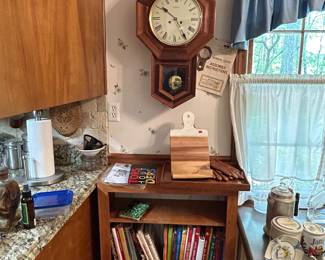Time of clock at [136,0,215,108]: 4:50
